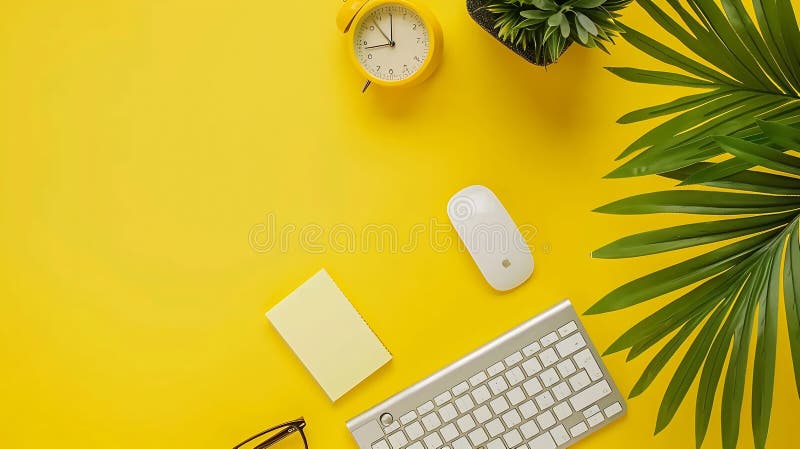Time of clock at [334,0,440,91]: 10:43
